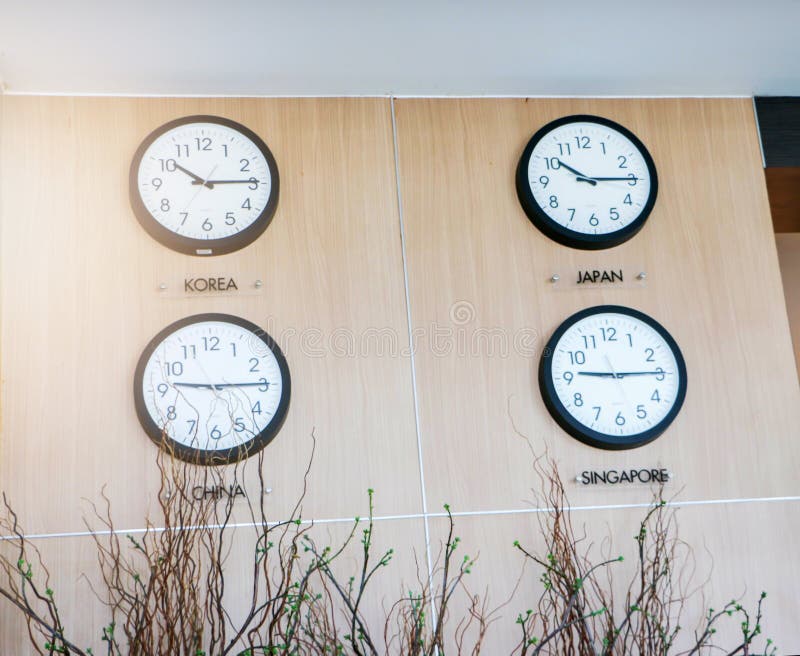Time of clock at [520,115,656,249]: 10:14
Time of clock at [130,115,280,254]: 10:14
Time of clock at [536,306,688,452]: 9:14
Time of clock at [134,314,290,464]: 9:14
